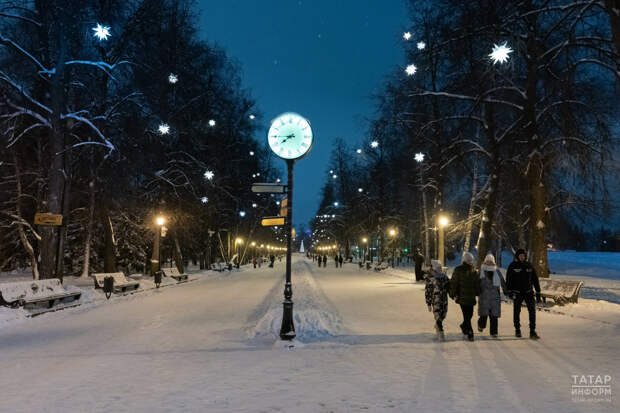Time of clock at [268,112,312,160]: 7:44
